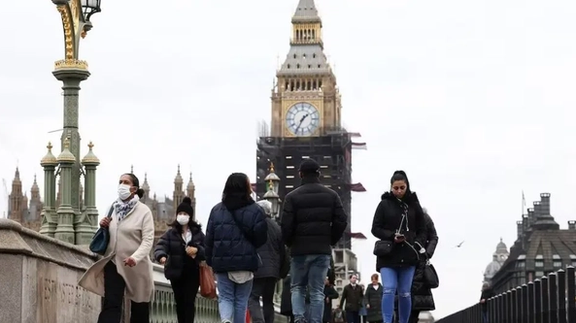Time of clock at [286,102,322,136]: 1:34
